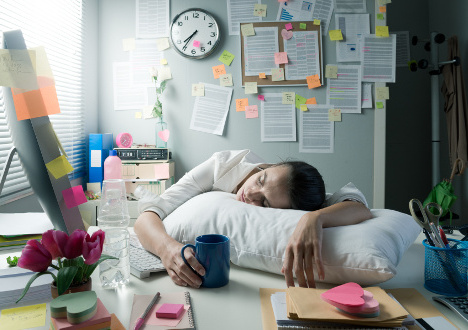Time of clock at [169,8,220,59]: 7:35
